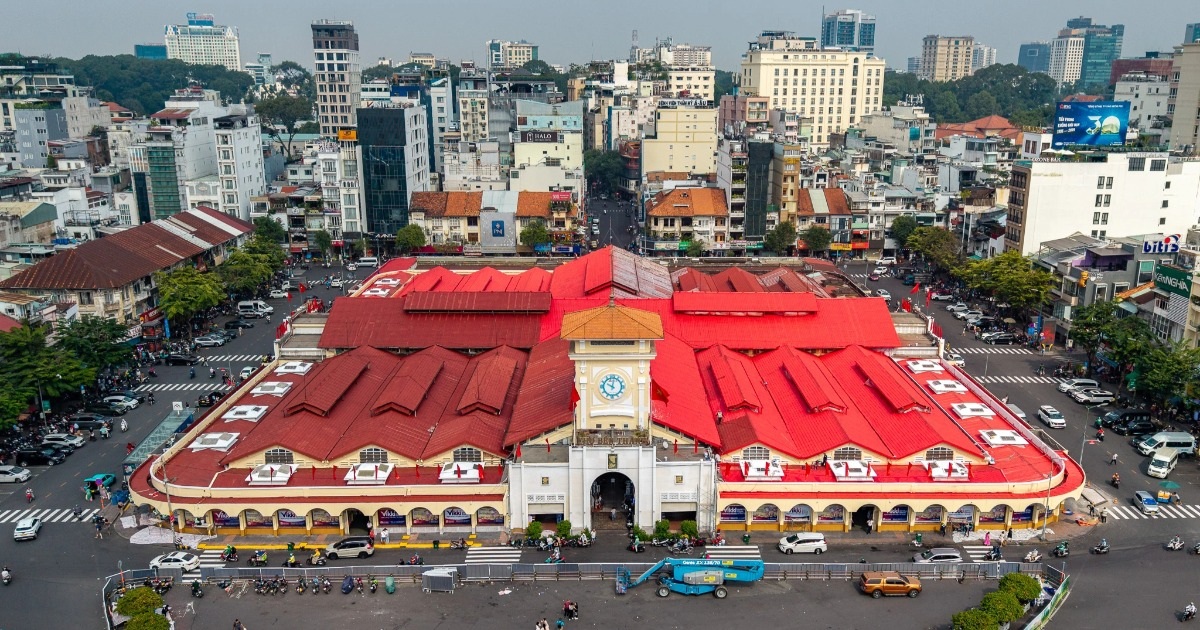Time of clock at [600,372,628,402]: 10:01
